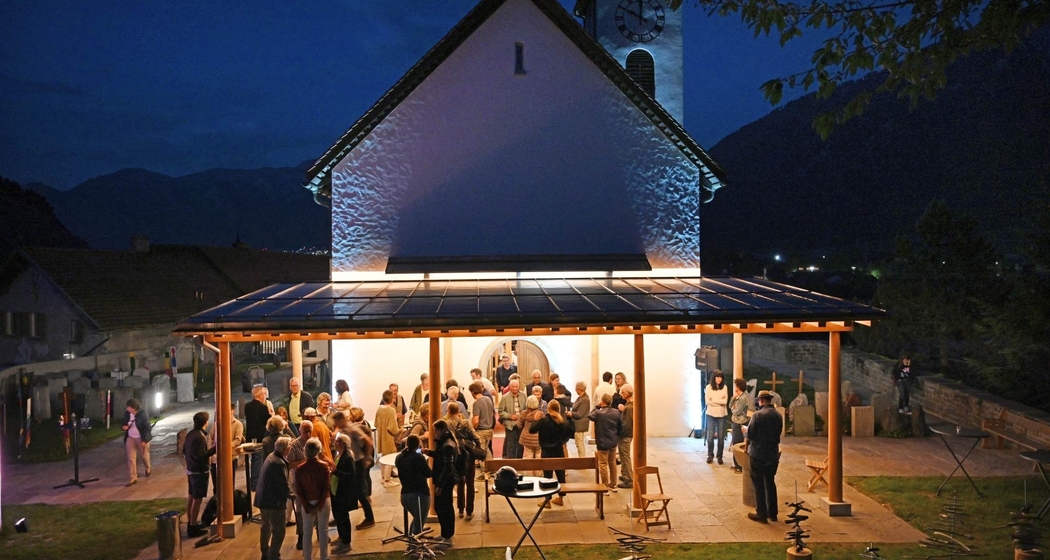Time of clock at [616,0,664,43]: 10:00
